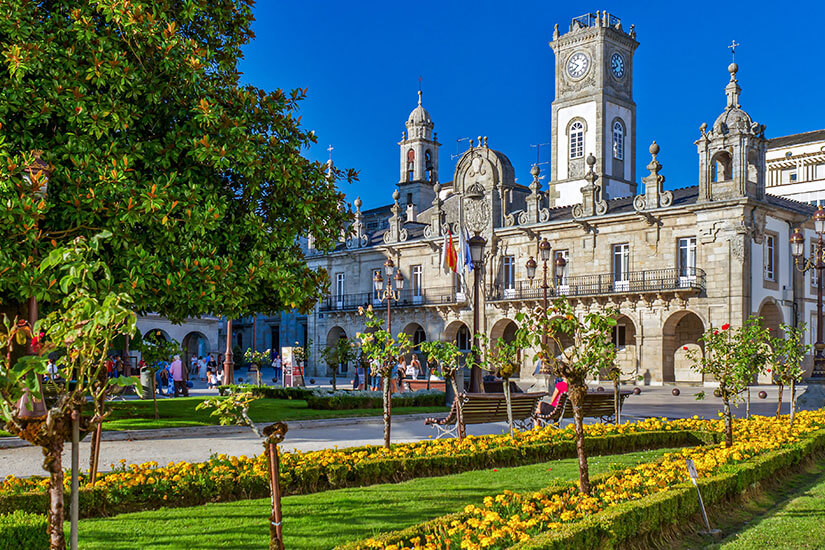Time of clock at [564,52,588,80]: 7:50
